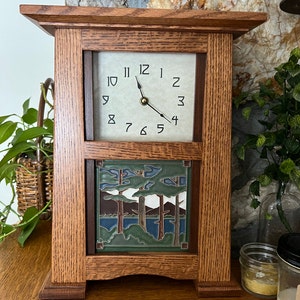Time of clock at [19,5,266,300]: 11:21
